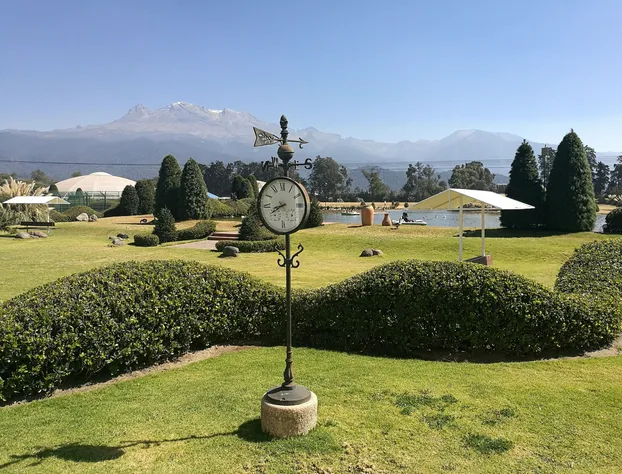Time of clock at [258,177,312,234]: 8:40
